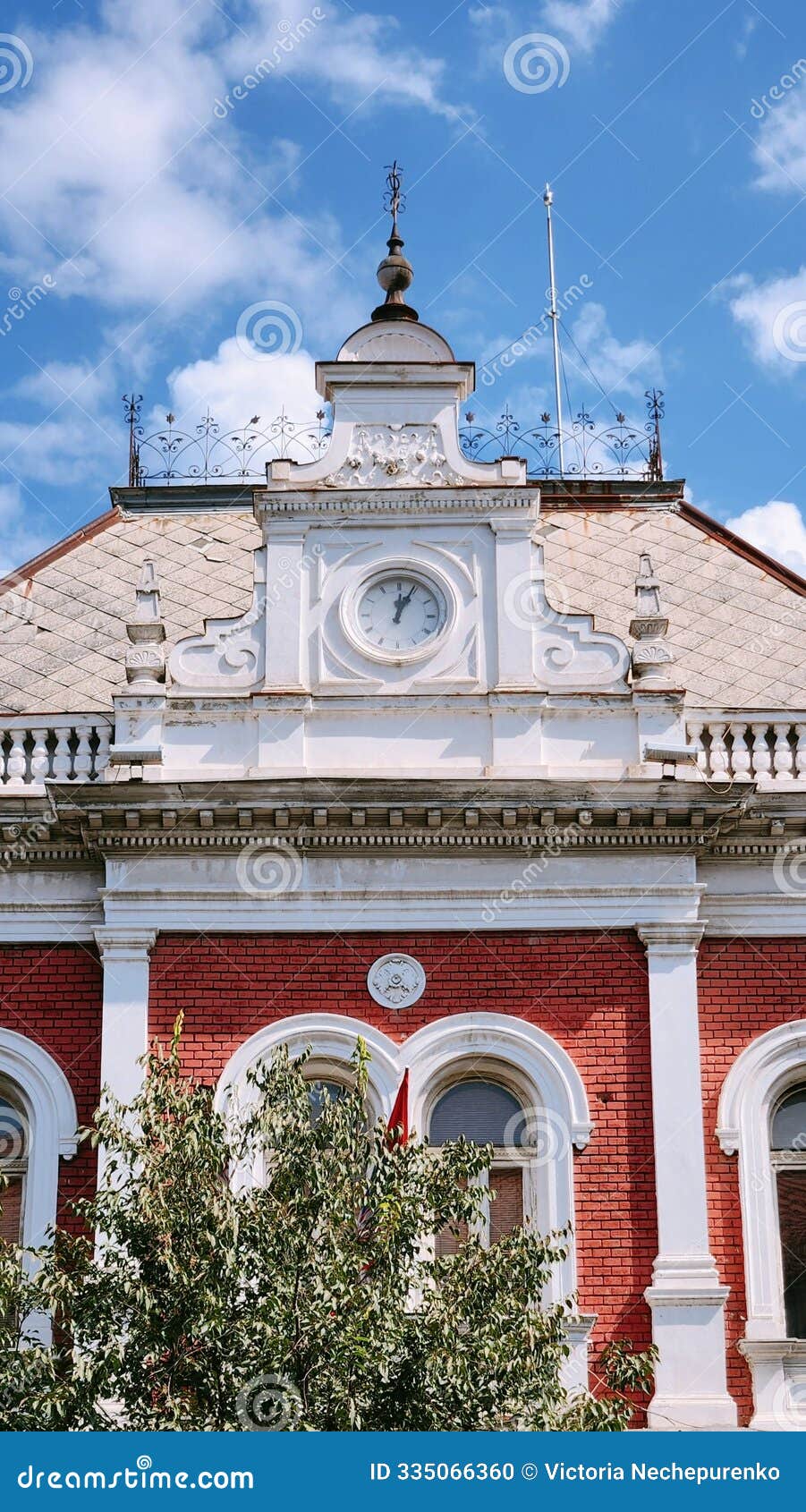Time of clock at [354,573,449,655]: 12:04
